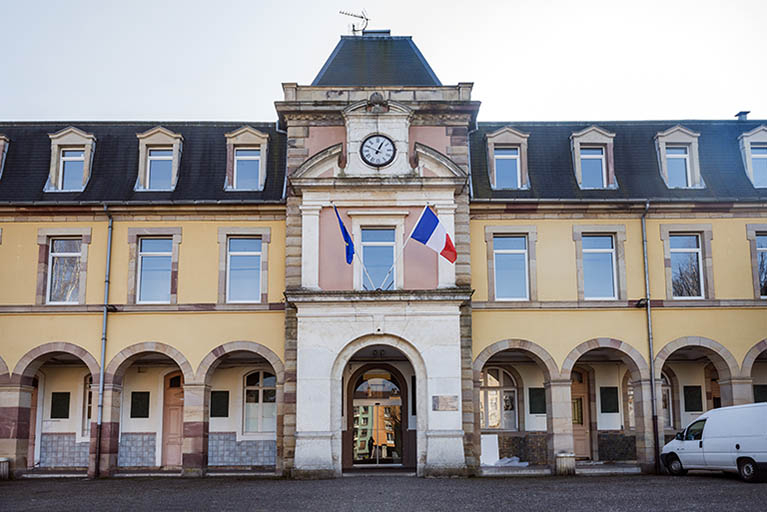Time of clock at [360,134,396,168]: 12:49
